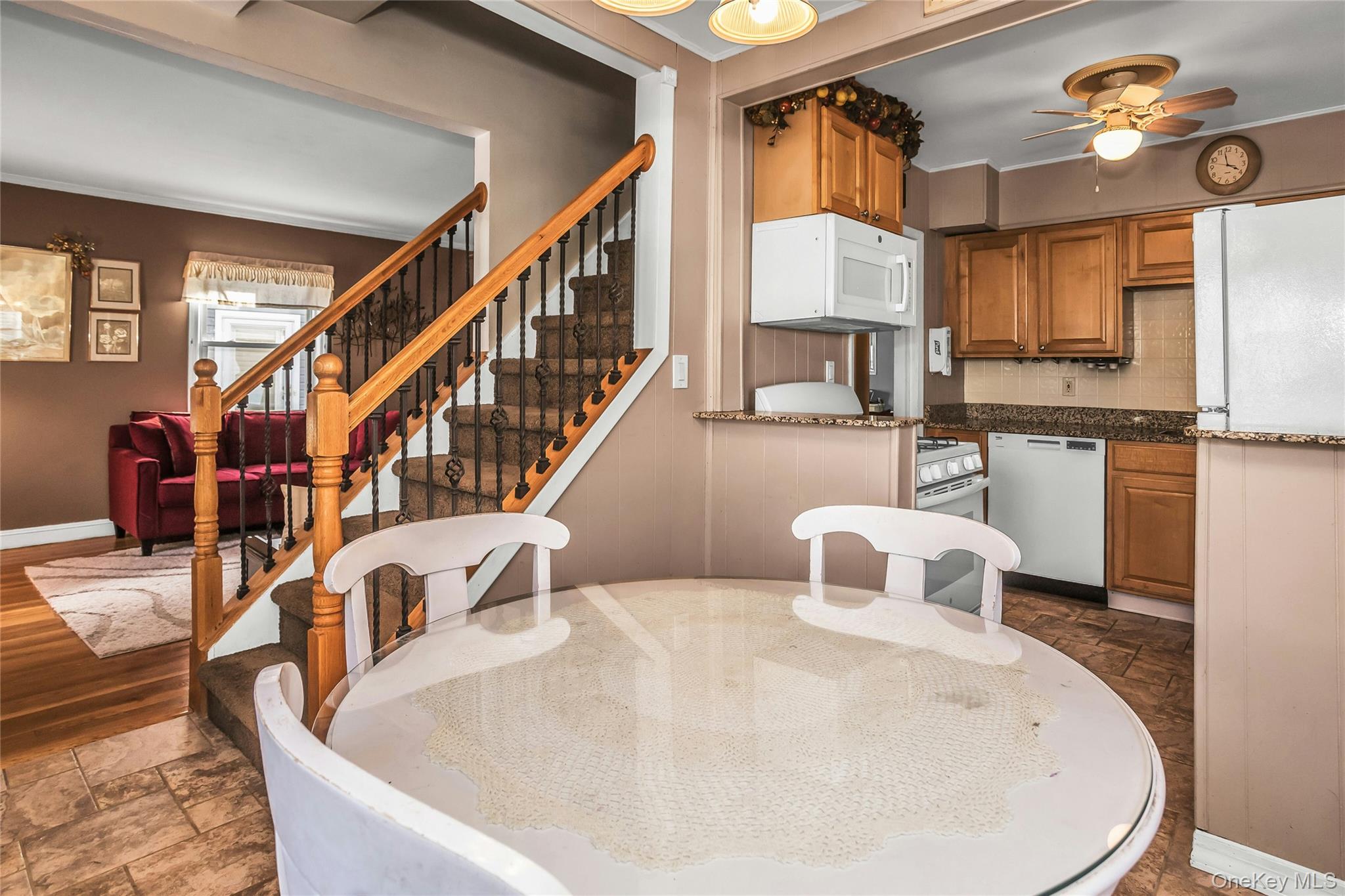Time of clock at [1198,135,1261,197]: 3:57
